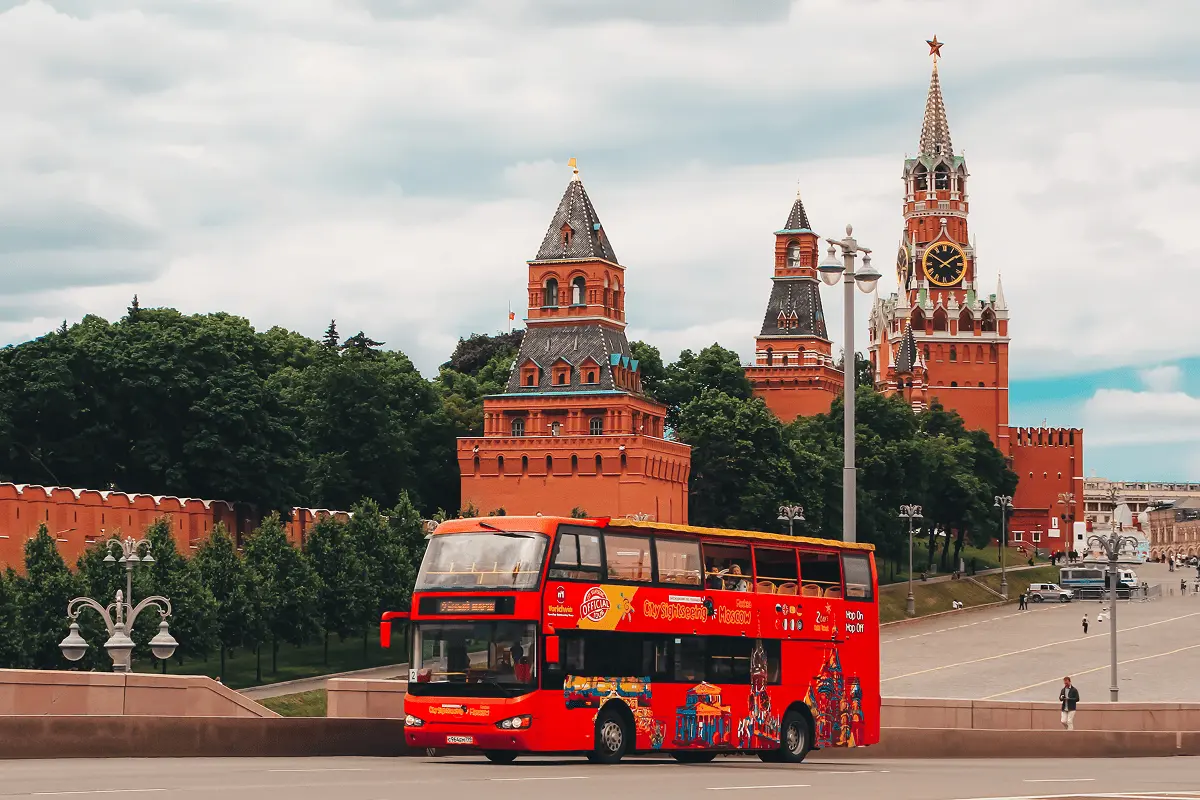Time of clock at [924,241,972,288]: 1:50
